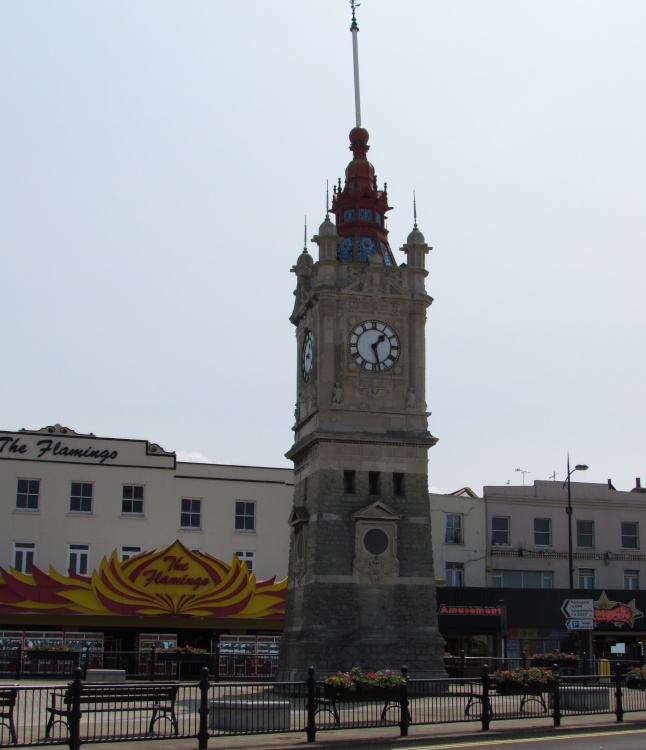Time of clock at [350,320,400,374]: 1:27
